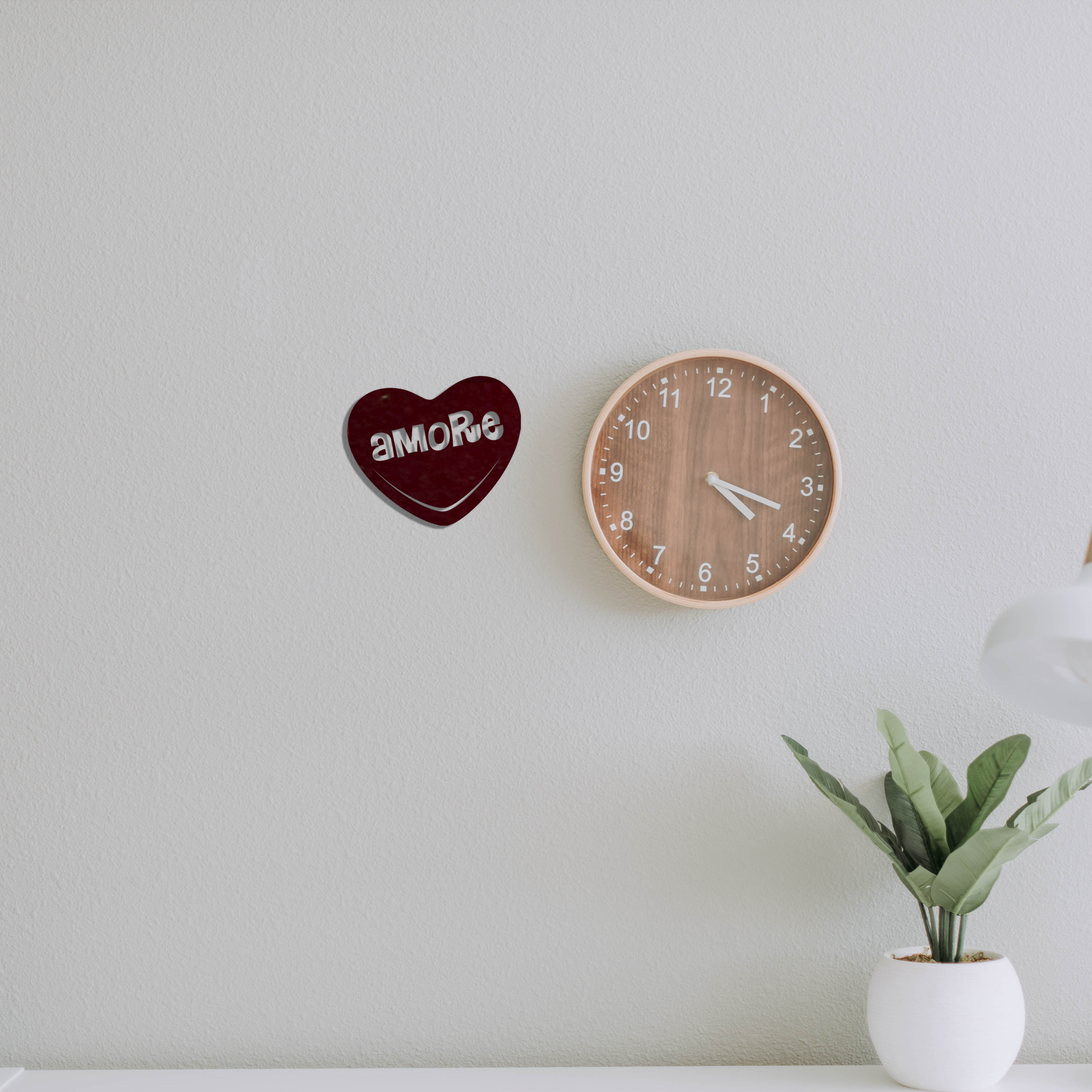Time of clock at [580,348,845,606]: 4:18
